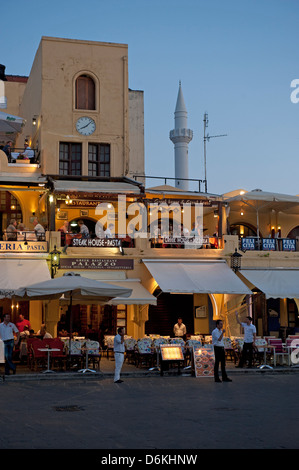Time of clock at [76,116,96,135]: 8:07
